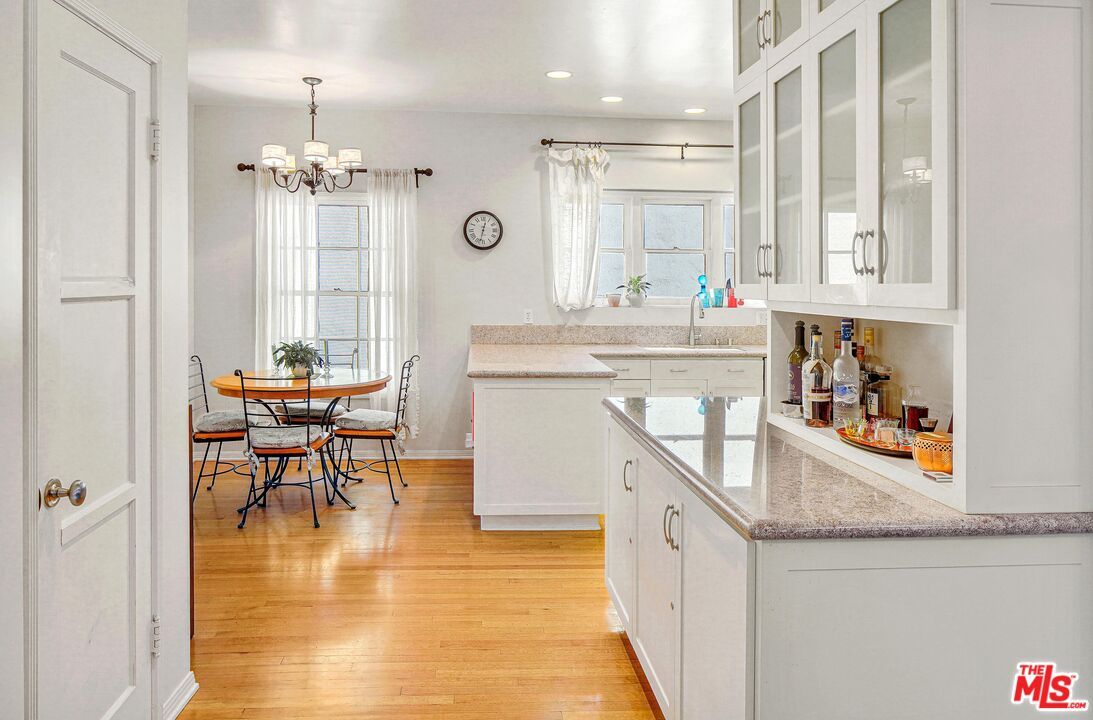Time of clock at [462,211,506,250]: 12:32
